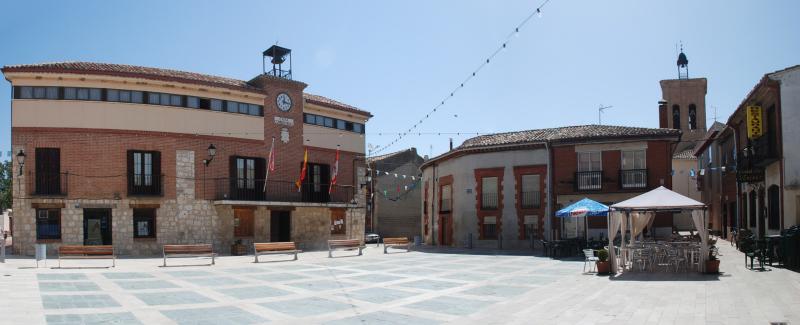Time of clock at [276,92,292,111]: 12:16
